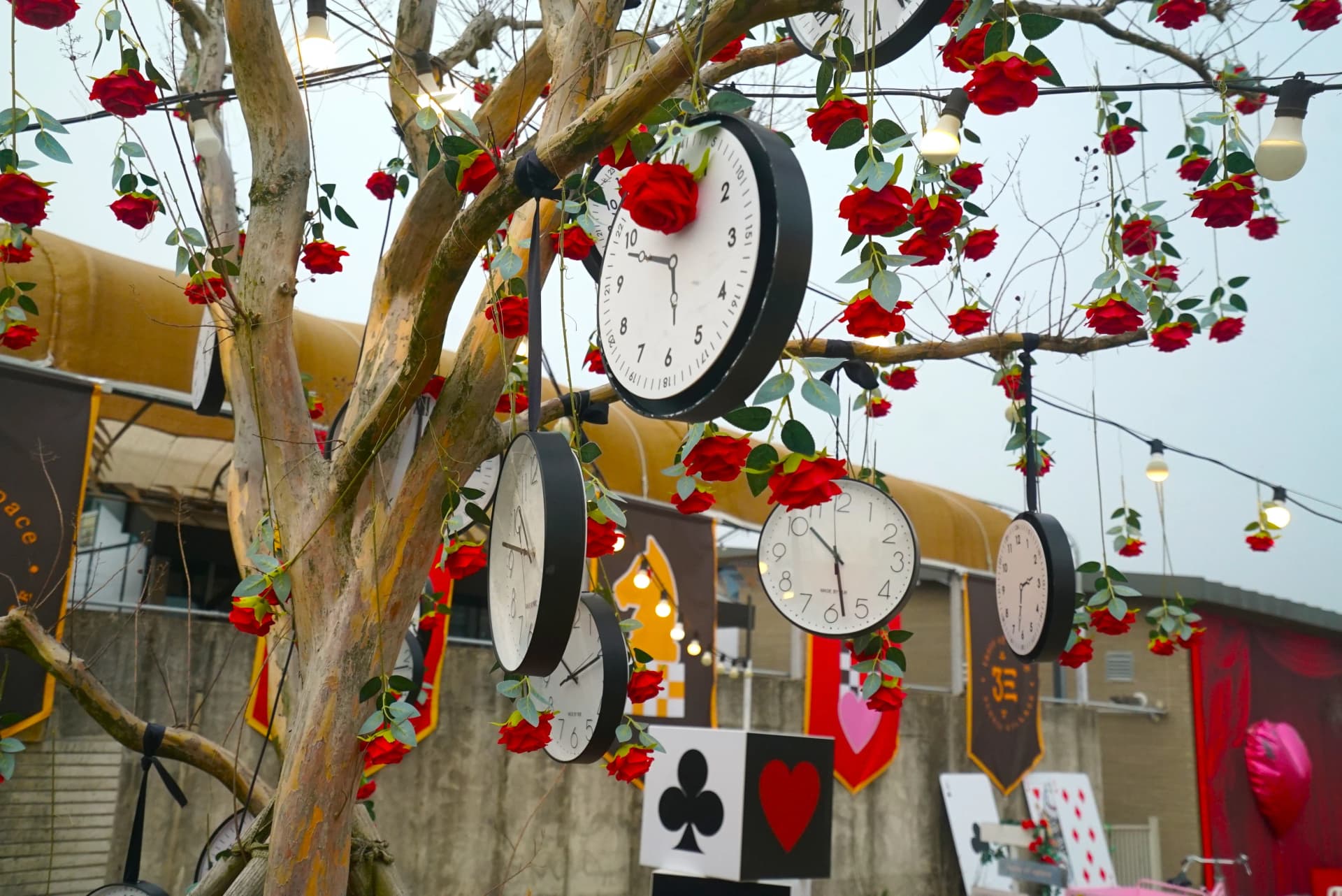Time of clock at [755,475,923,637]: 10:28
